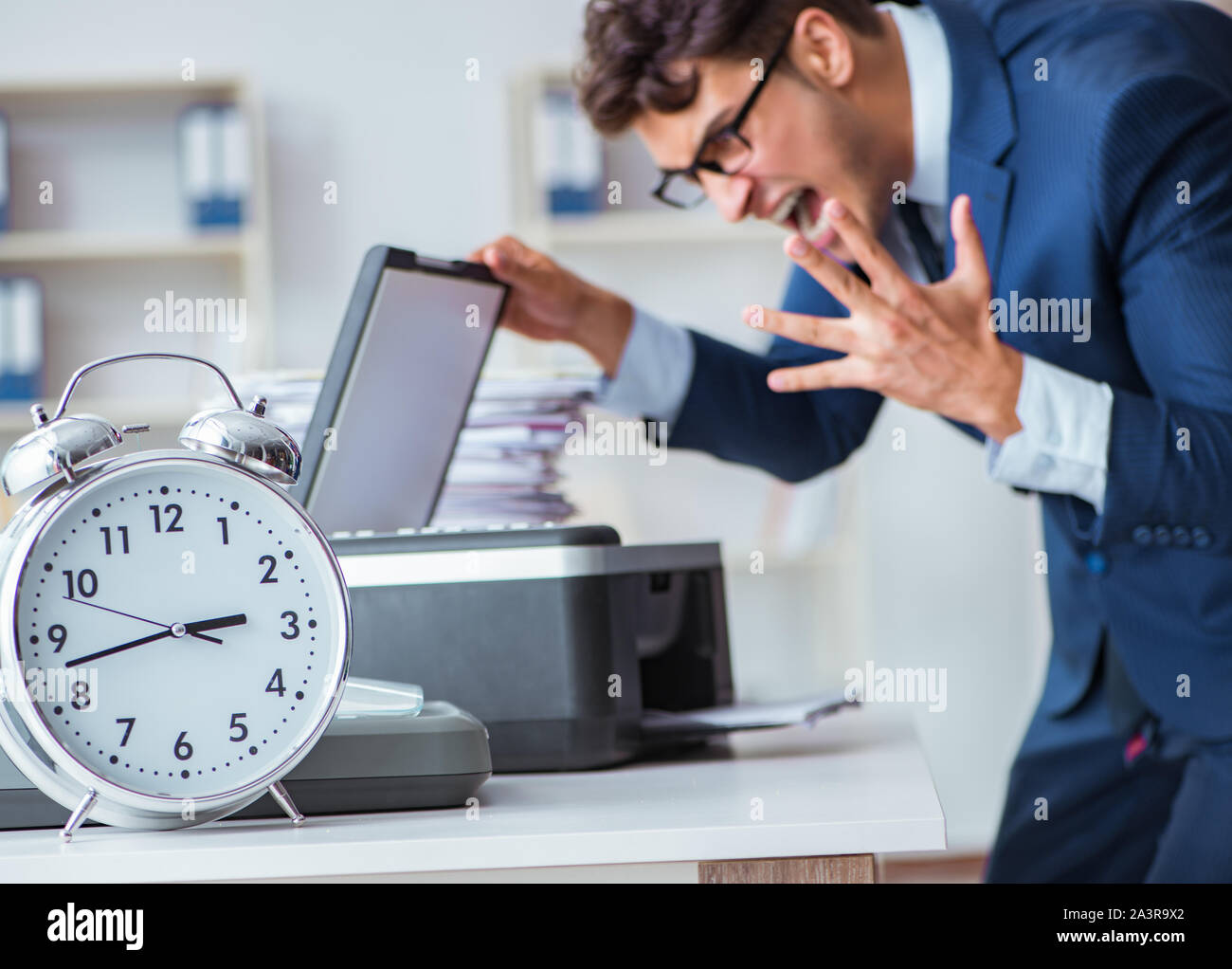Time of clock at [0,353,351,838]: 2:42
